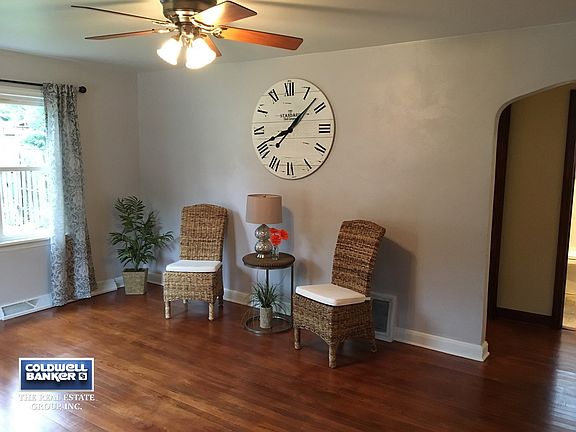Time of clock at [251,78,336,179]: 8:07
